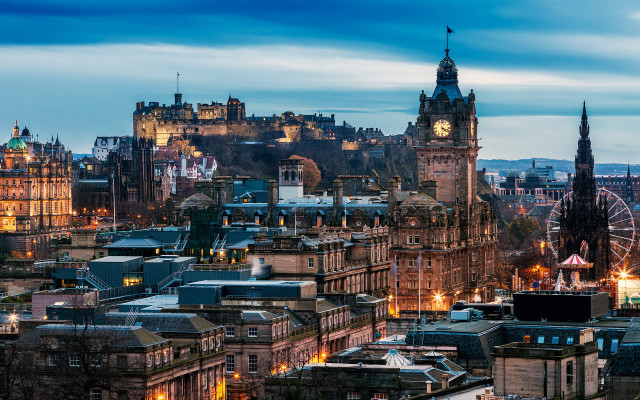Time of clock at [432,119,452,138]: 4:17
